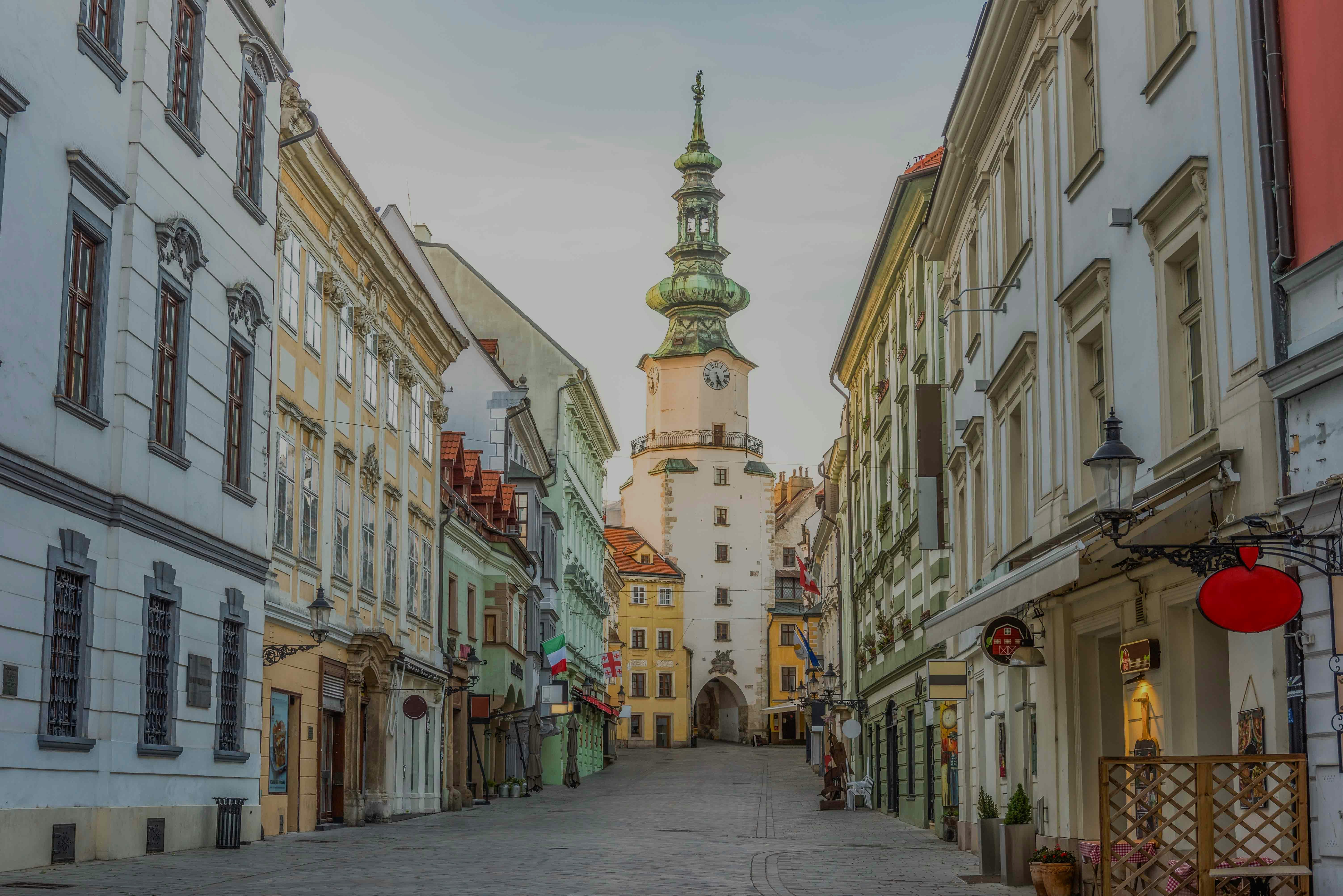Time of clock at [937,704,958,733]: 12:42
